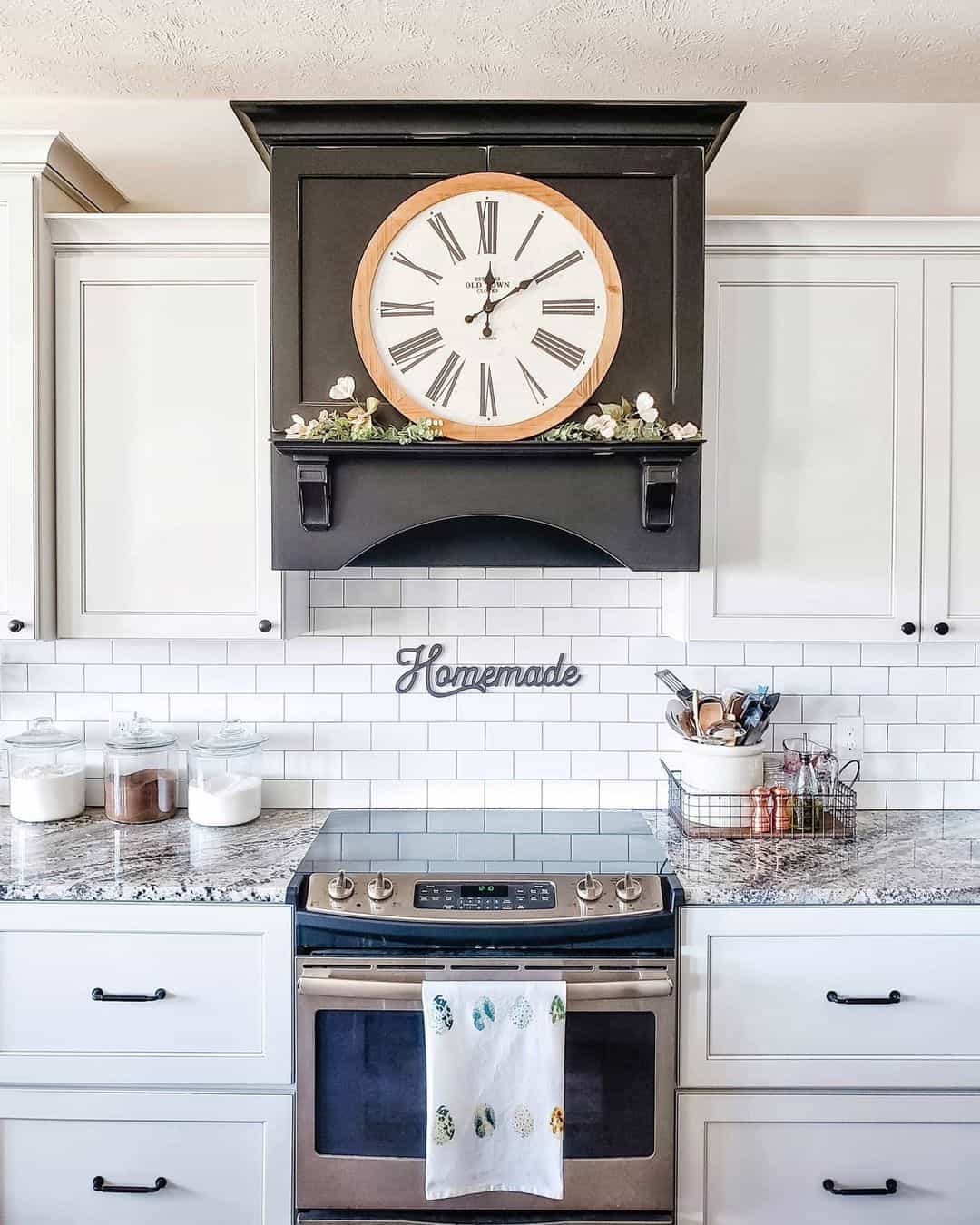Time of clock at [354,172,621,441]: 12:09
